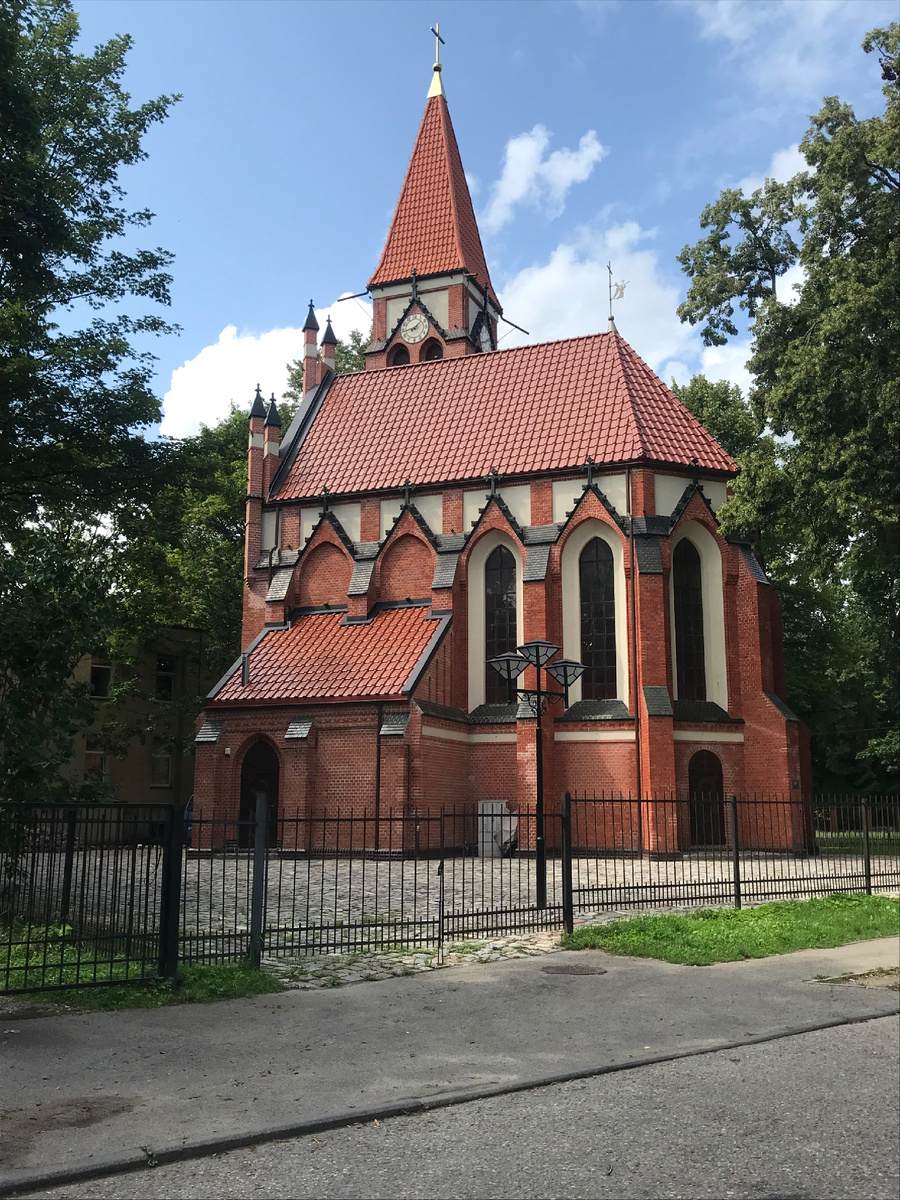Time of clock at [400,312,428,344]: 1:43
